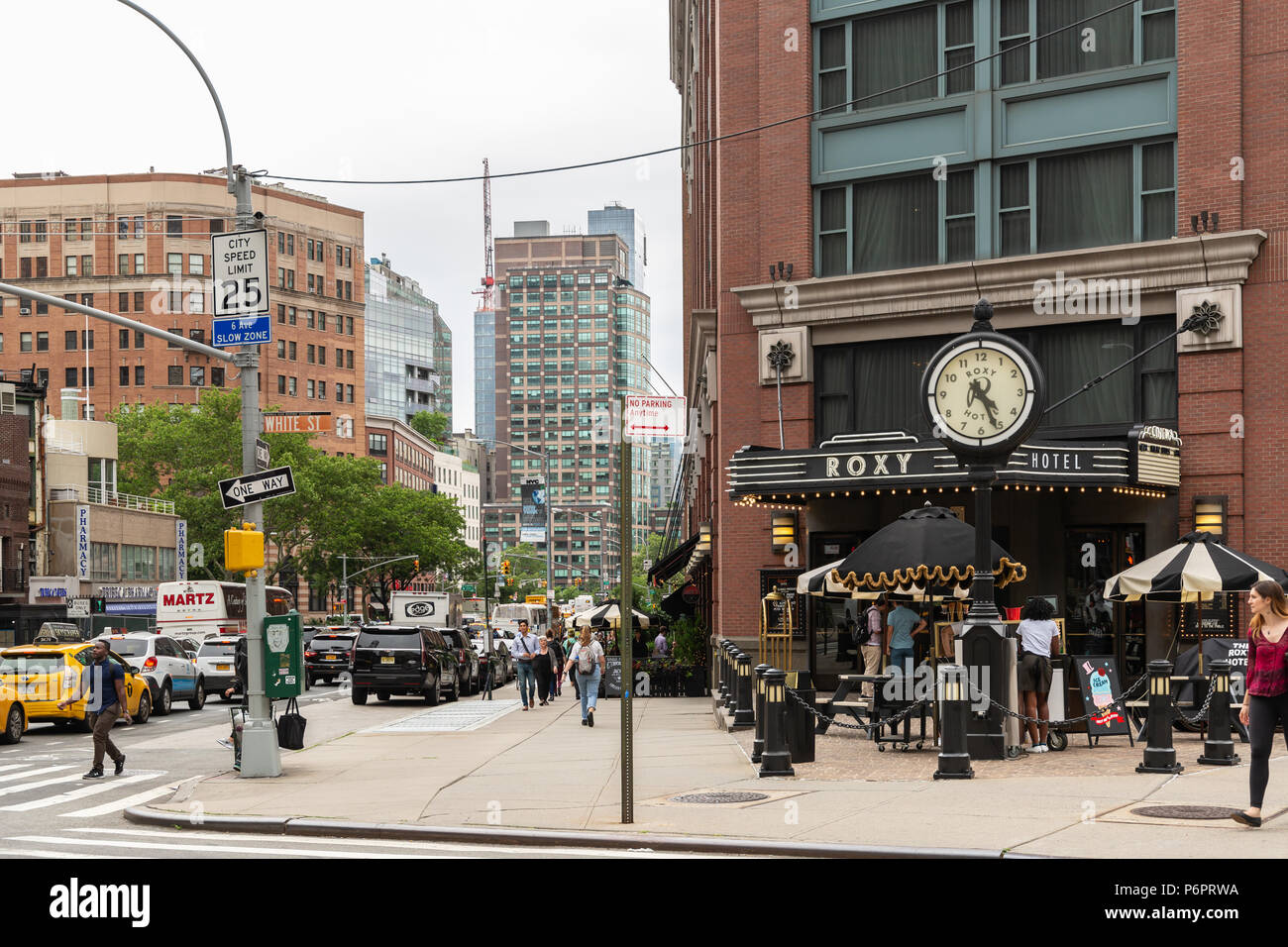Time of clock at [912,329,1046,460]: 4:26
